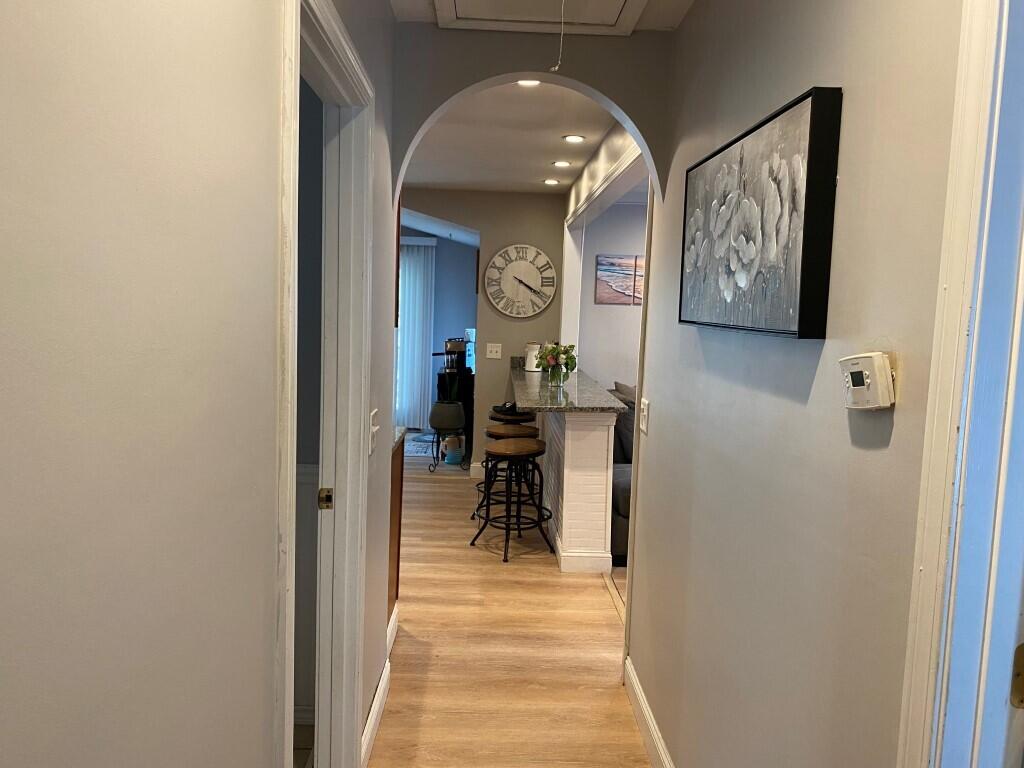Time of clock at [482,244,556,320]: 4:20
